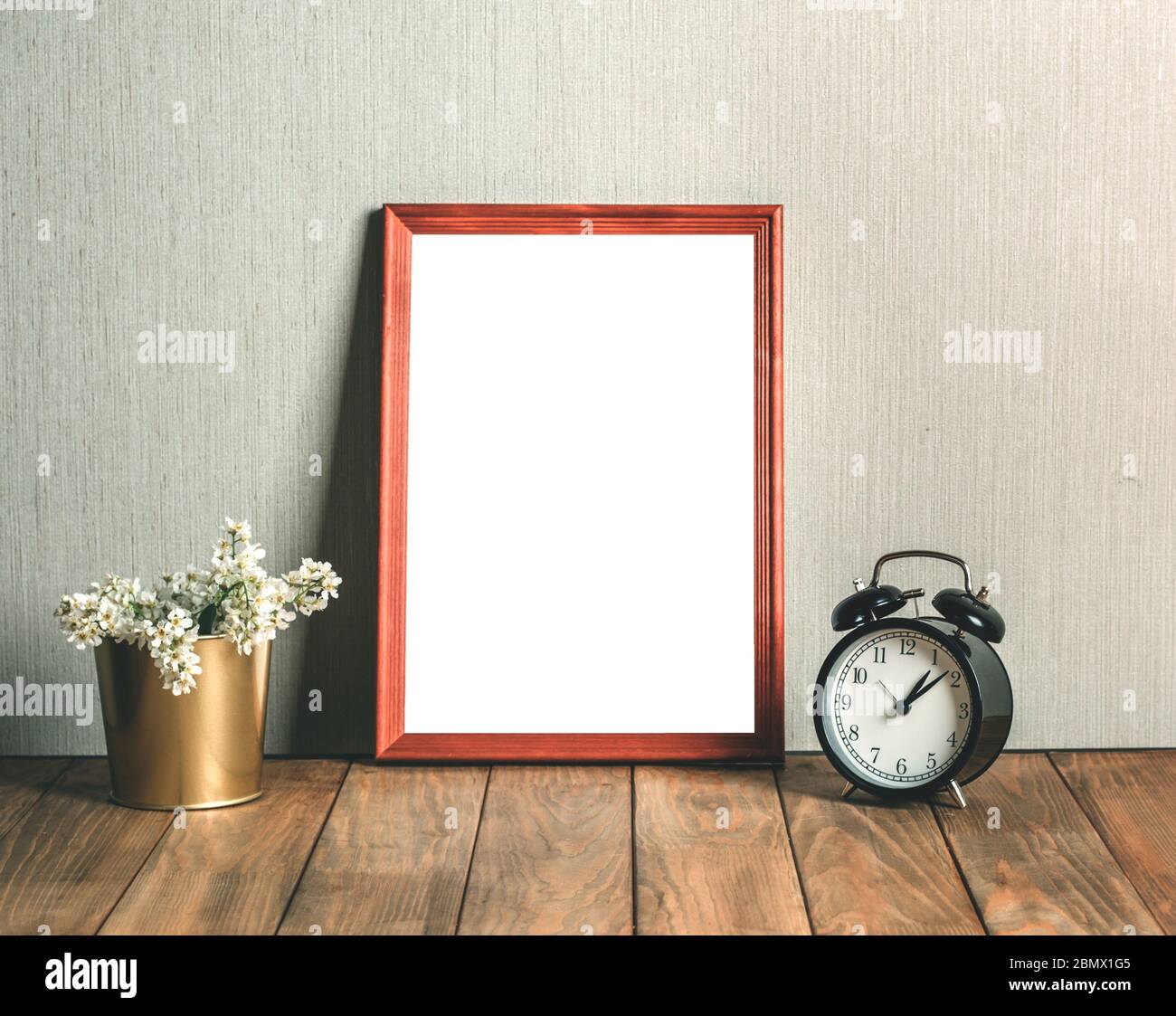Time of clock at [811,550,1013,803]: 1:08
